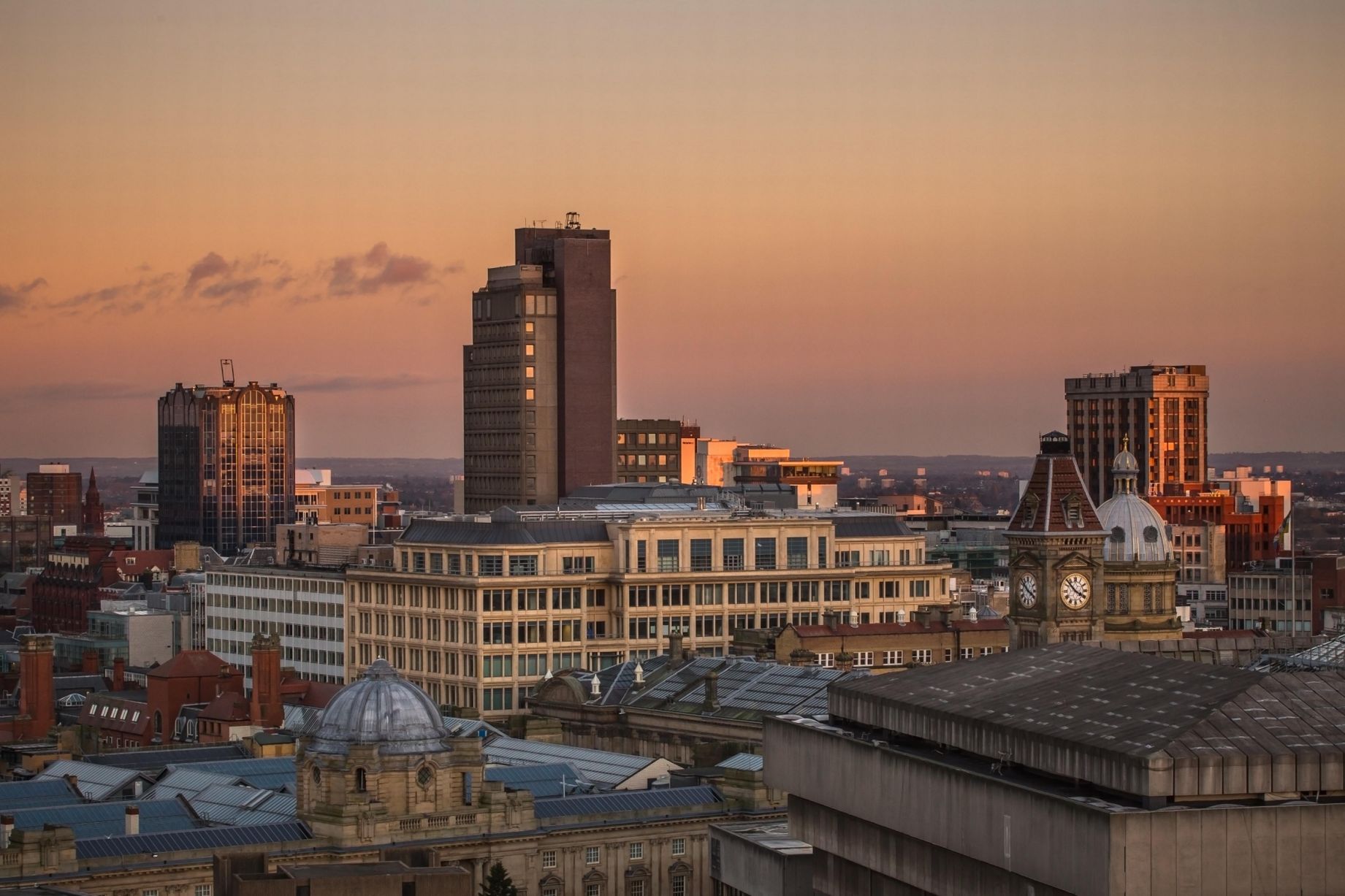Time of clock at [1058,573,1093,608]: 3:52
